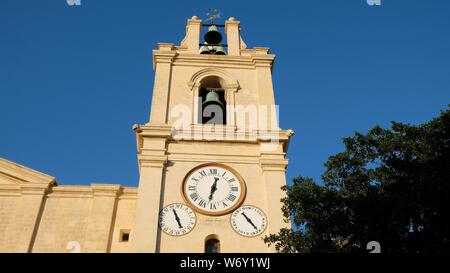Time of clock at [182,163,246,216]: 12:32
